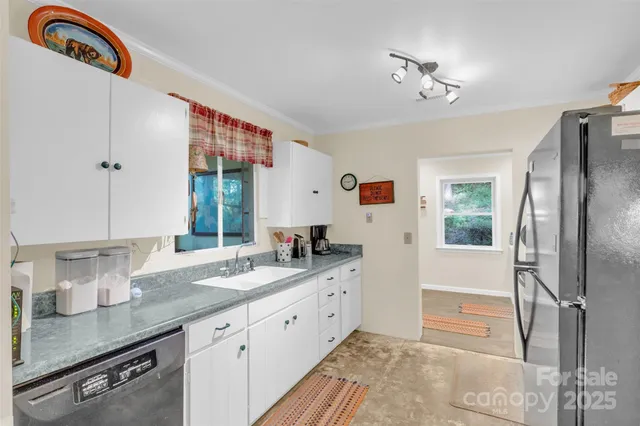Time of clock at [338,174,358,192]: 9:11
